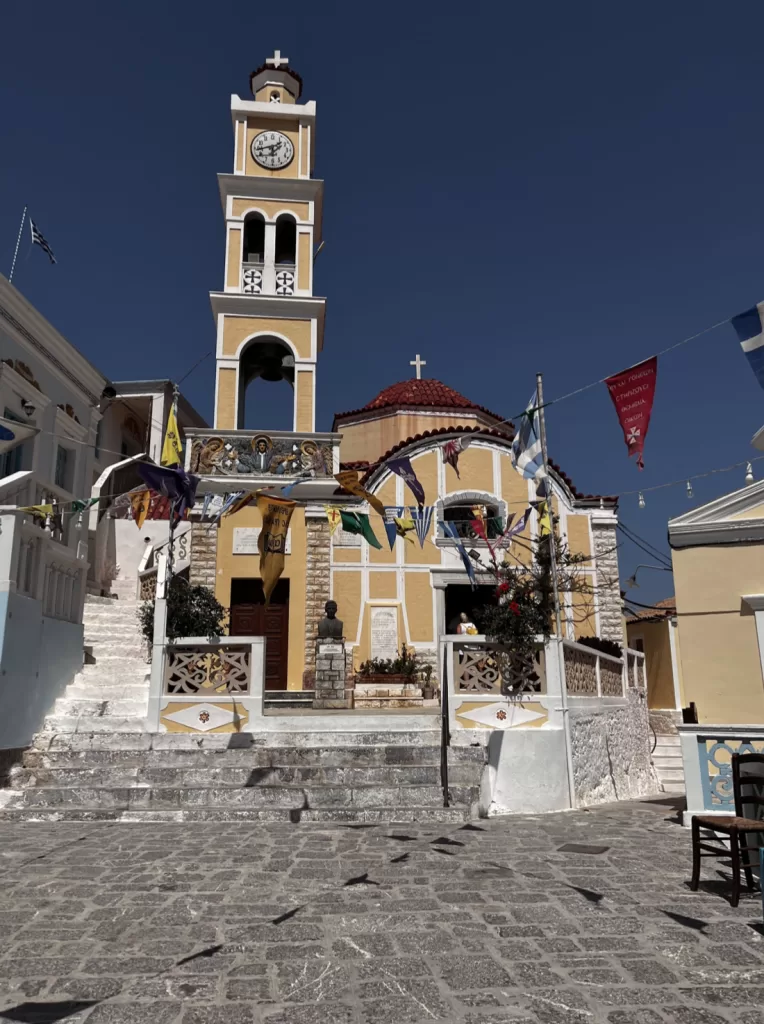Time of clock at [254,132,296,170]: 1:43
